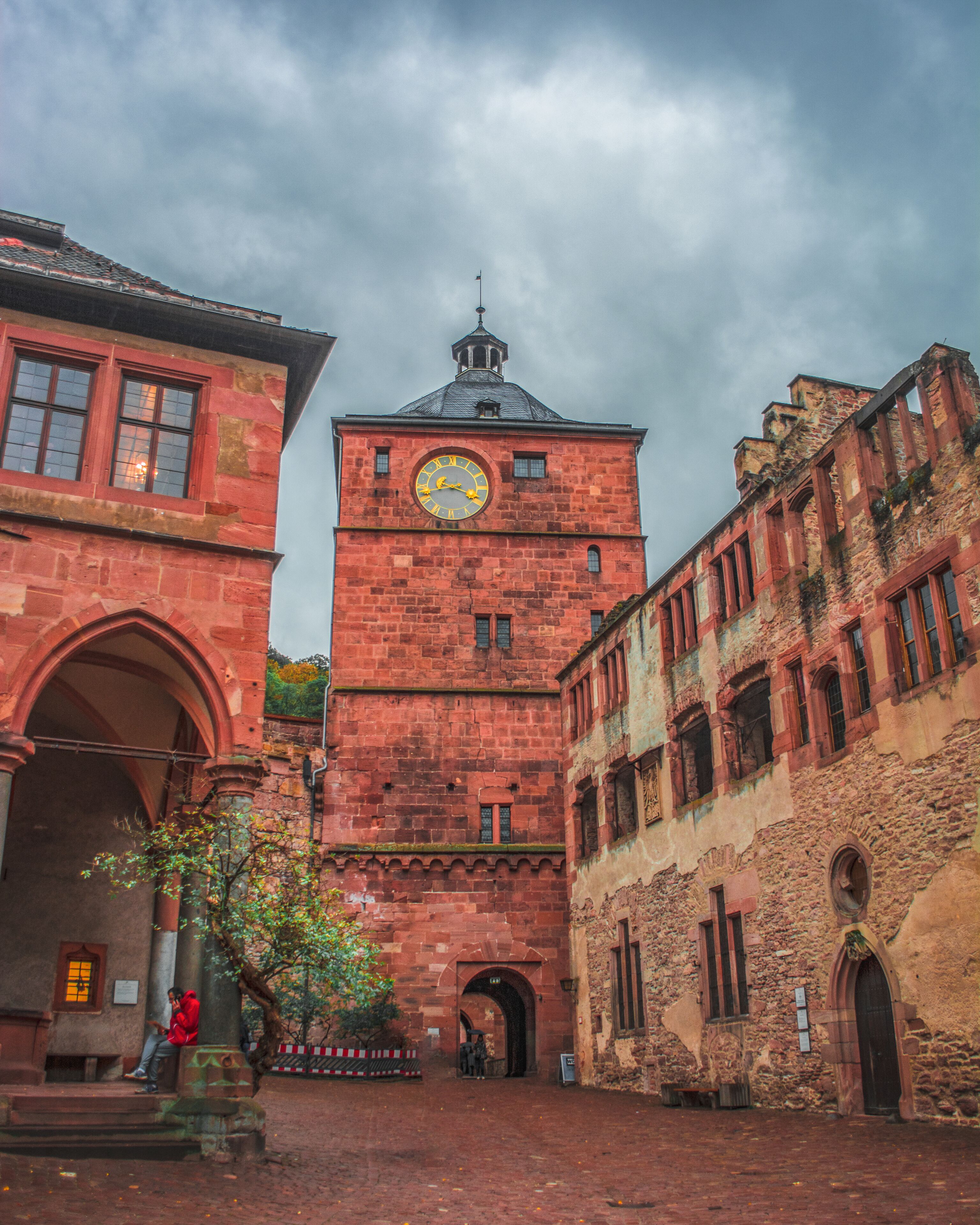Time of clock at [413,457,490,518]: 8:18
